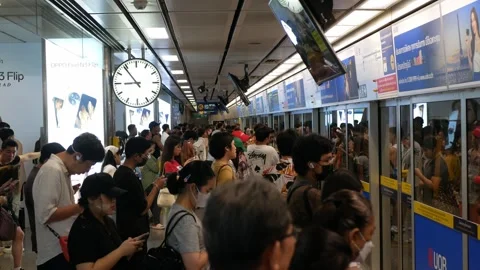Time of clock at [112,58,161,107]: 8:53
